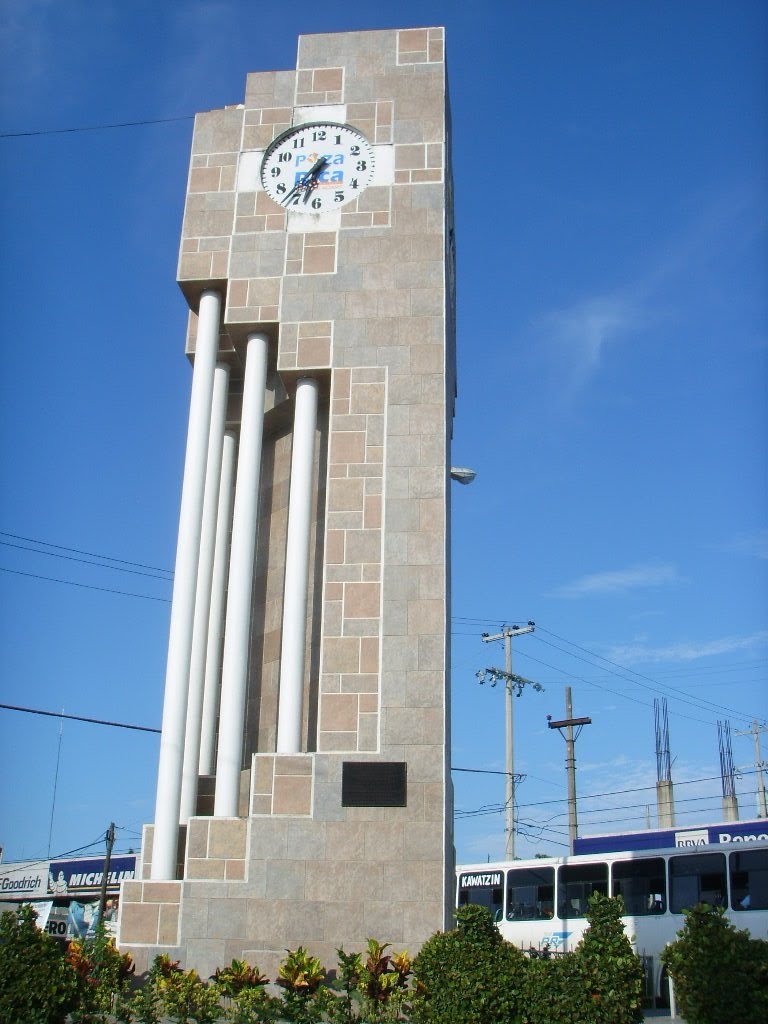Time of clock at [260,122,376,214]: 6:36
